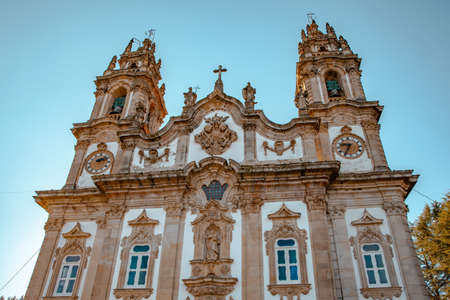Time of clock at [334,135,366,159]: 8:35
